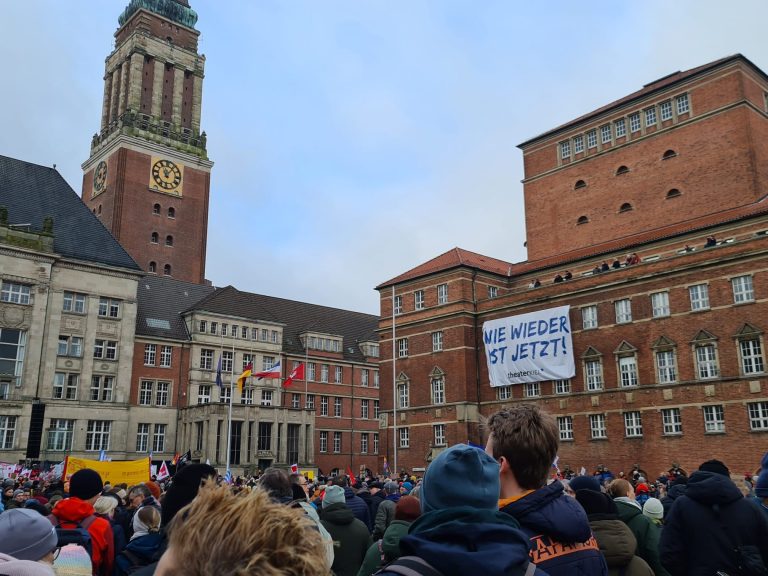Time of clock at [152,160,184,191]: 11:06
